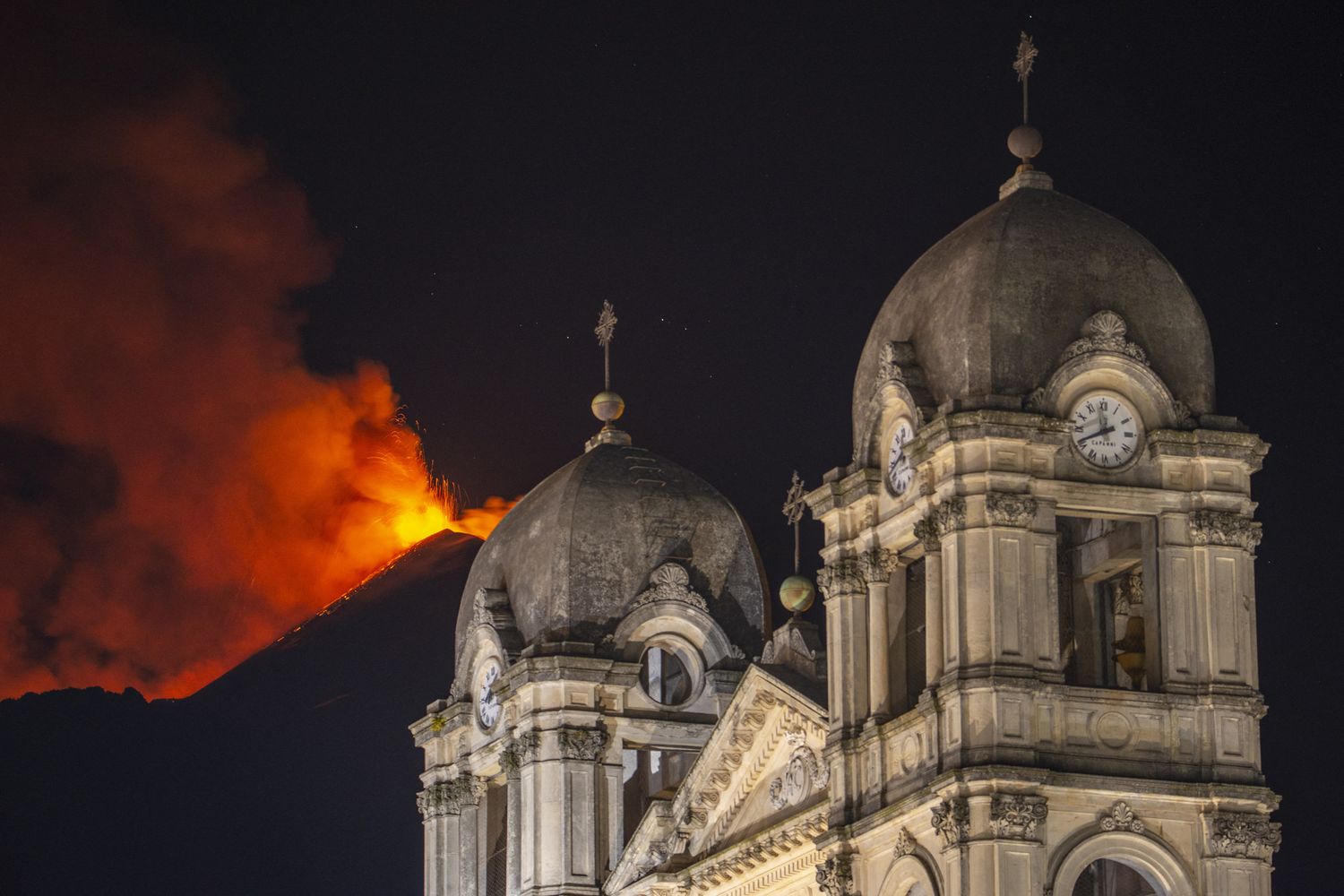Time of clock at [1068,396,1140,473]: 11:40
